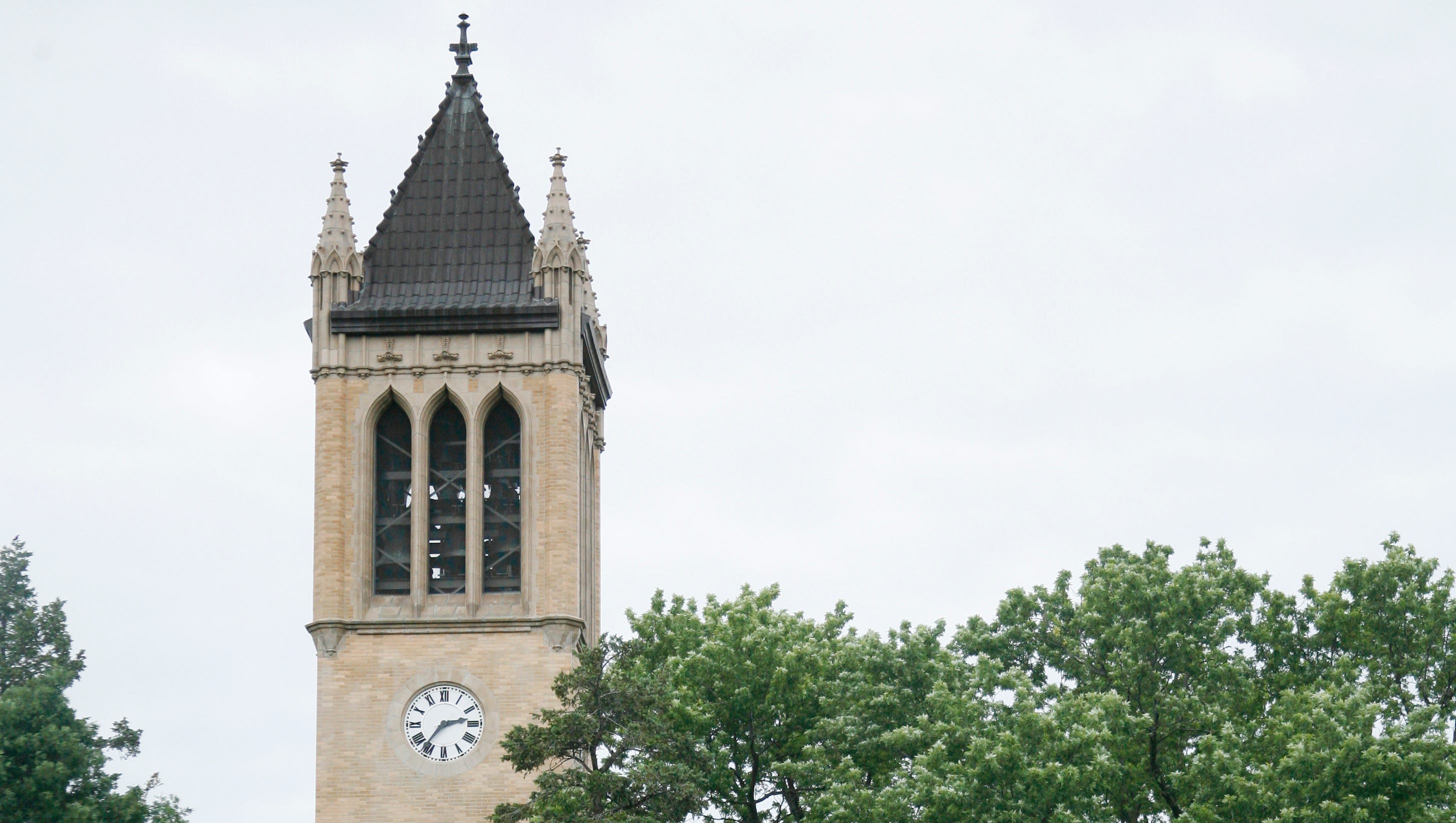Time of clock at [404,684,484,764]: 2:36
